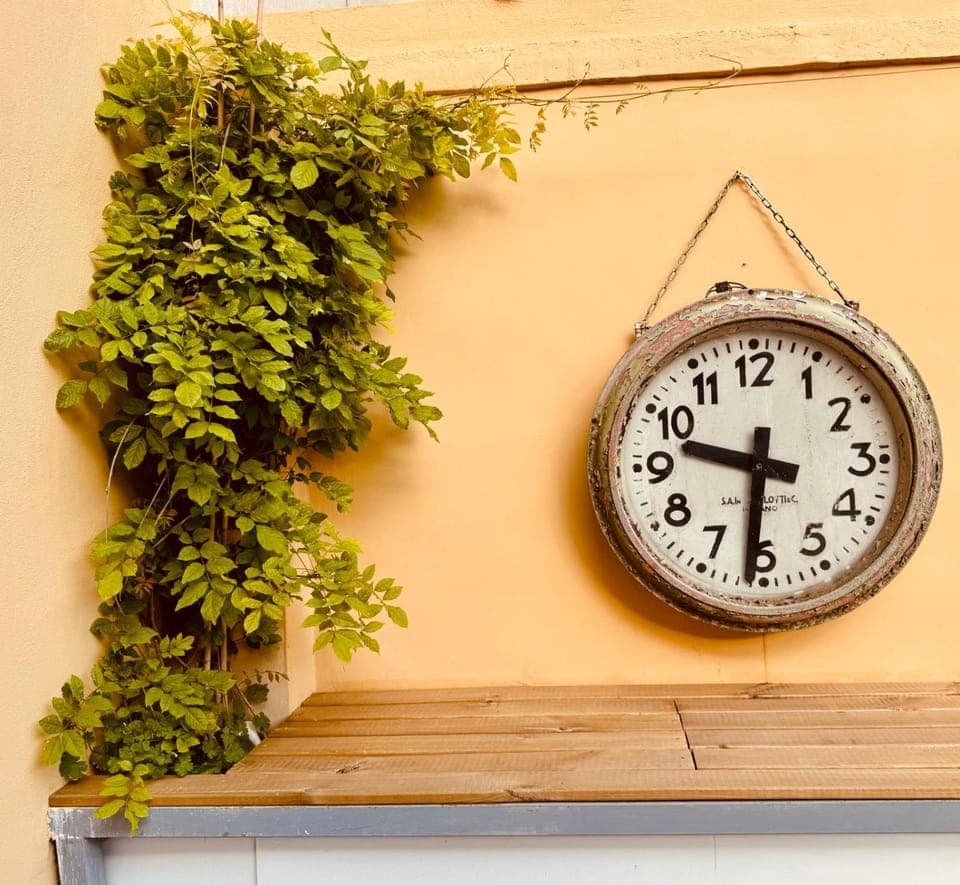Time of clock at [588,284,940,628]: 9:31
